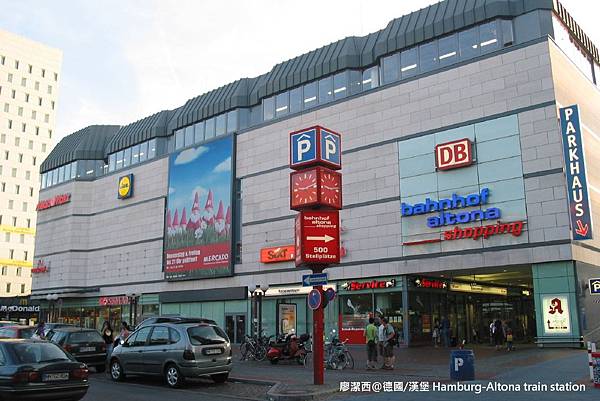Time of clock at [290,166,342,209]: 9:13
